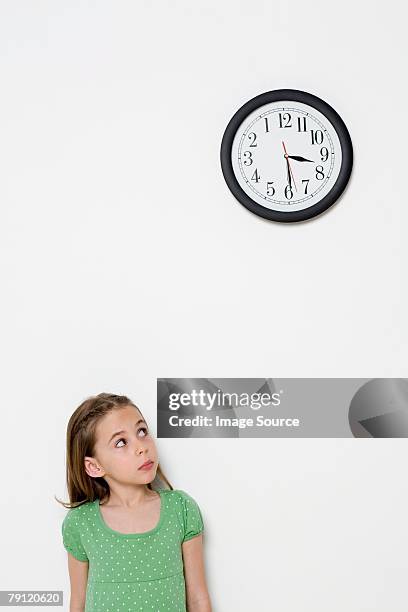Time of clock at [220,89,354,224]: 3:29
